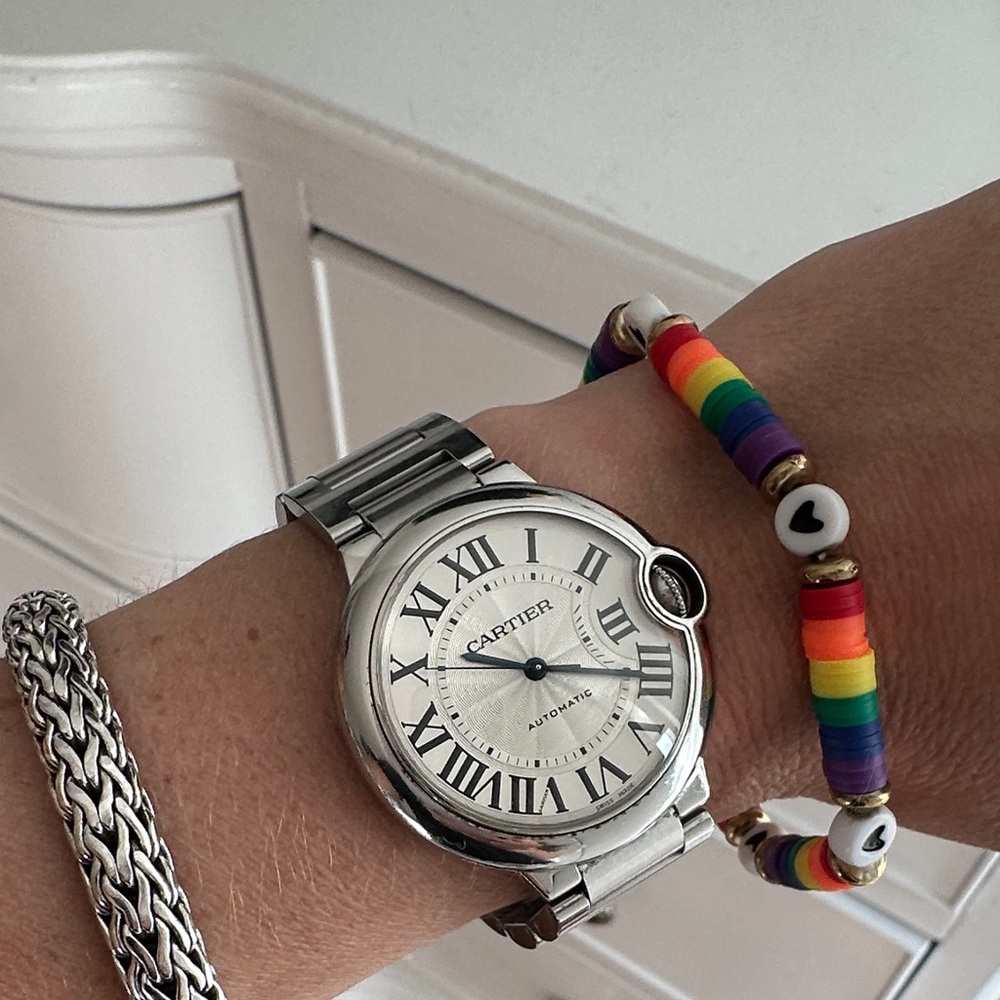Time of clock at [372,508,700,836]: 9:15
